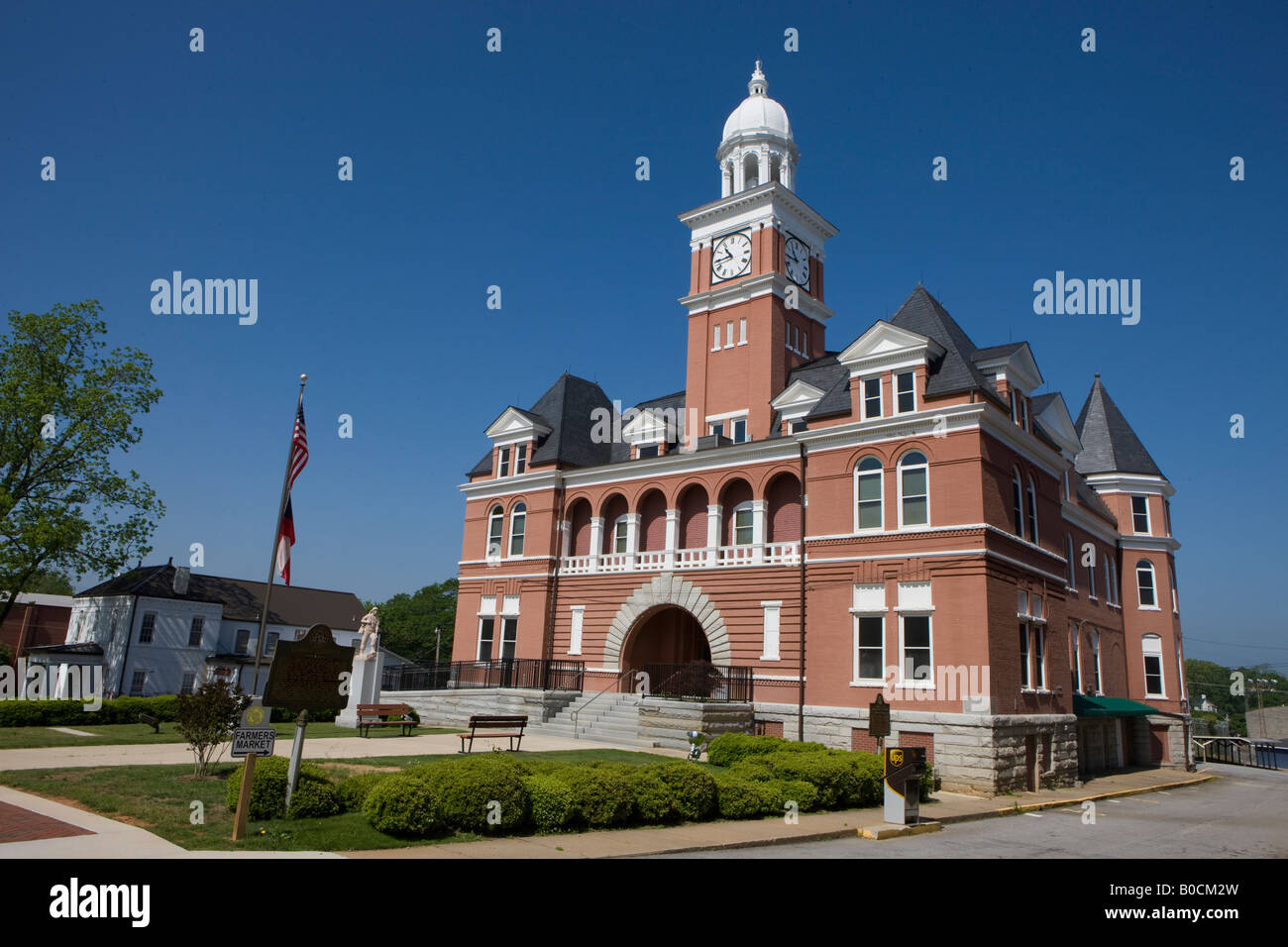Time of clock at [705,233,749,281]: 10:44
